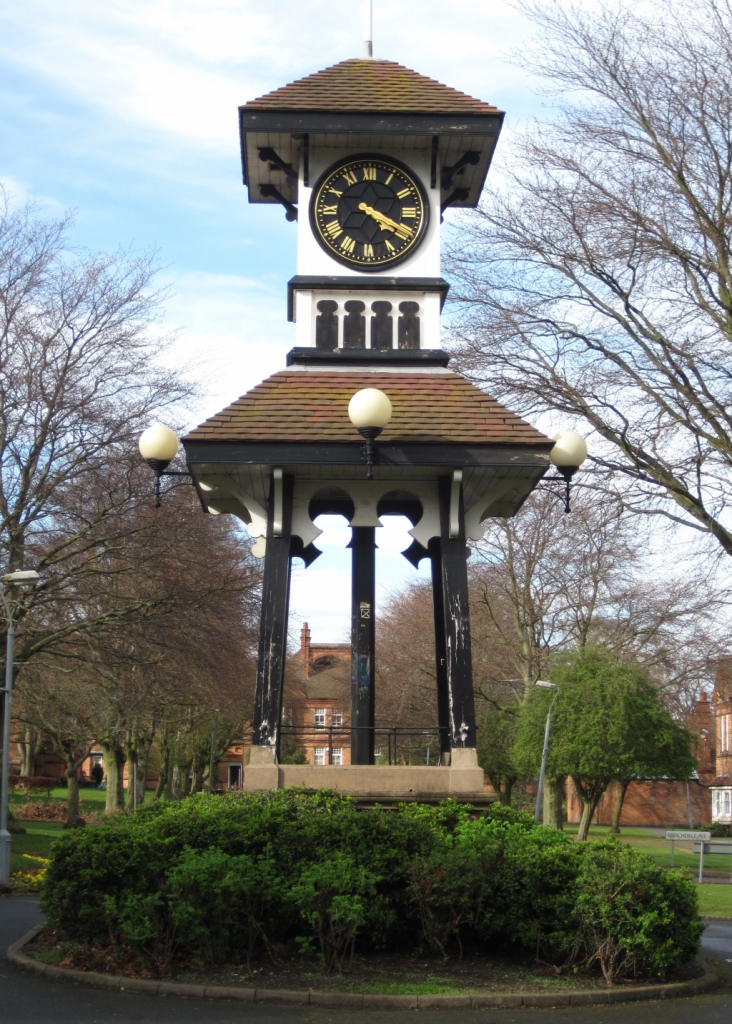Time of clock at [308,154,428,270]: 4:19
